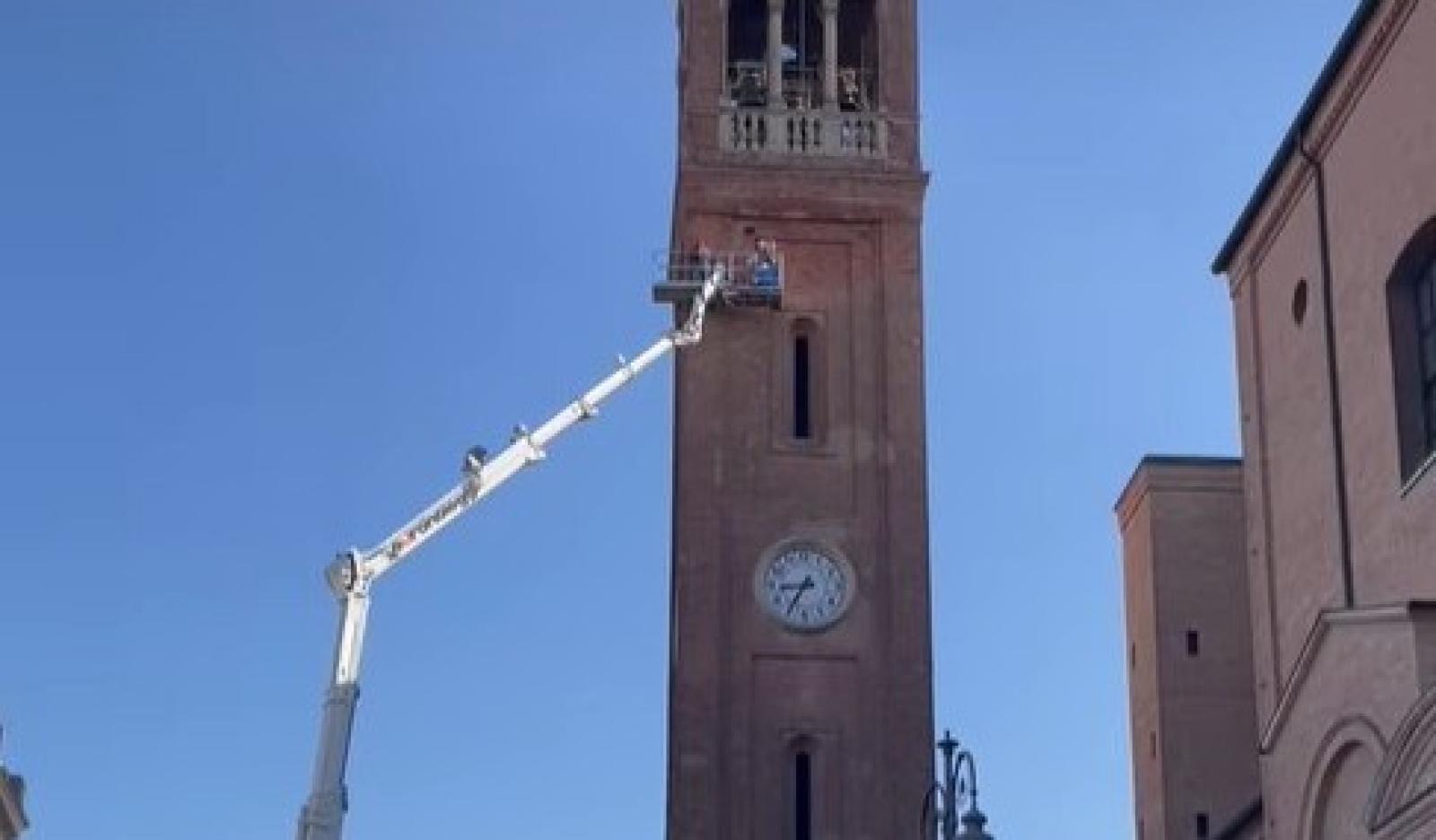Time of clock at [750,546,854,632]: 8:35
